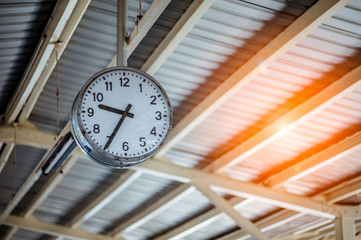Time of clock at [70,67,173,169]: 9:34
